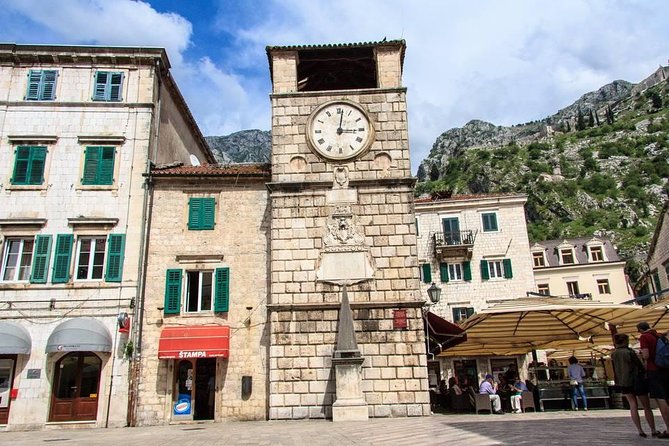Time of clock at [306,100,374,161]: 3:01
